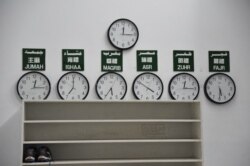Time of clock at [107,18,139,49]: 12:15
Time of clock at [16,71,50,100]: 12:14
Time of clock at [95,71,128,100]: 5:35
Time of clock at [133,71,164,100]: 3:50
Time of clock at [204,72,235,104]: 5:29
